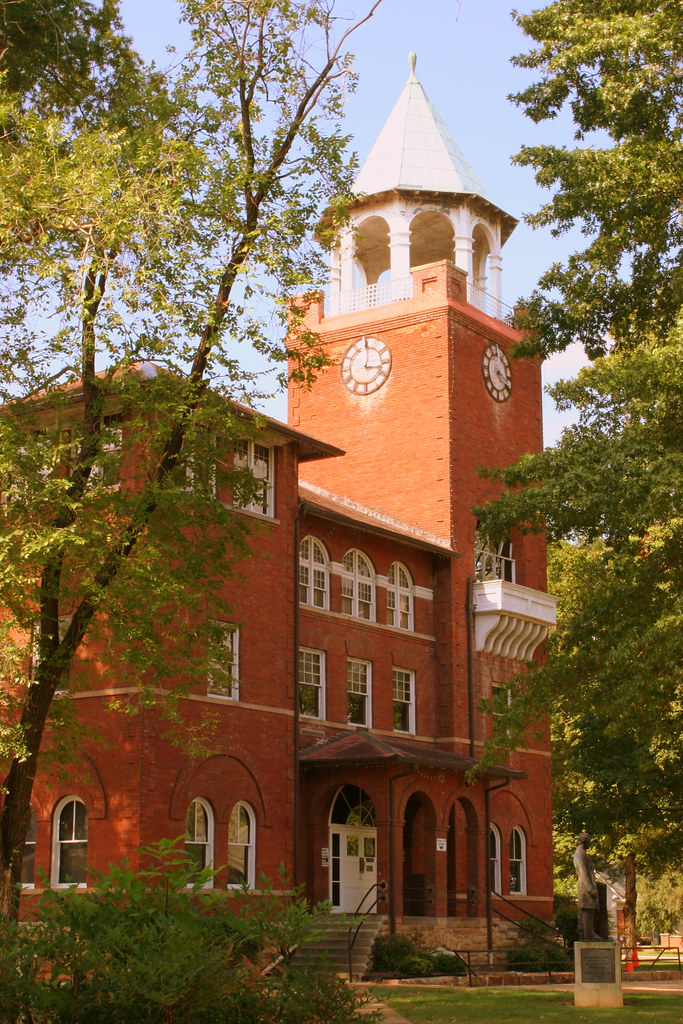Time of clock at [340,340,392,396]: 3:01
